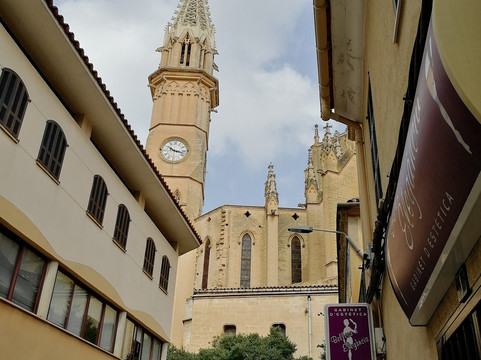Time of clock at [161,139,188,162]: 10:17
